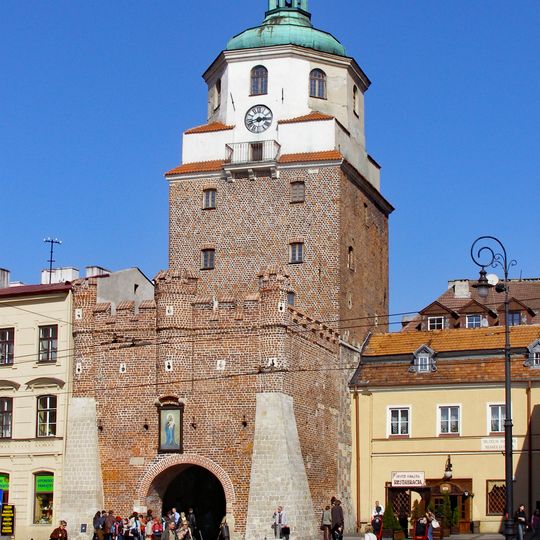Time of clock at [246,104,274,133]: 2:42
